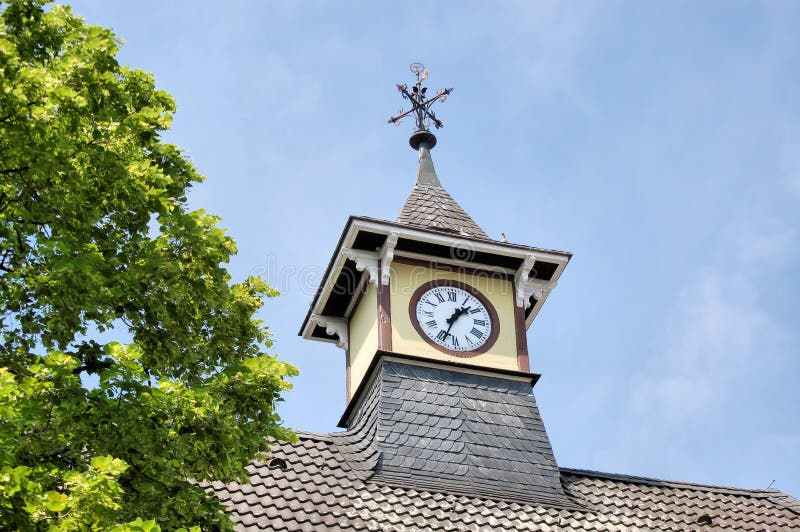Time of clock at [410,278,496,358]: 1:33
